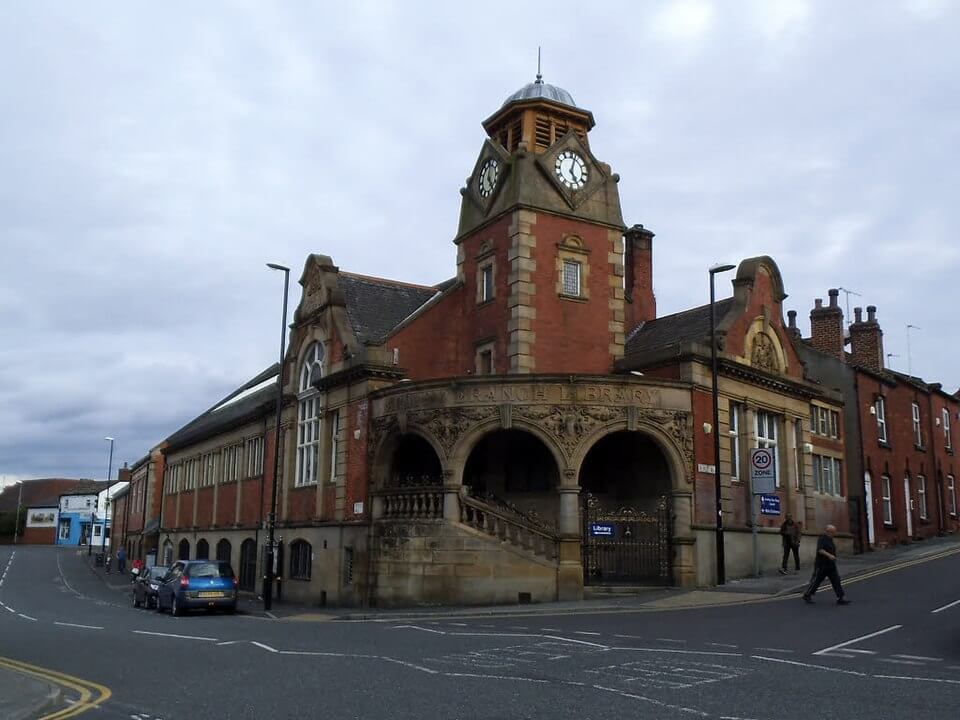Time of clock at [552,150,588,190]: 5:03
